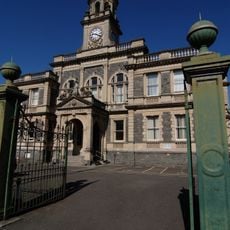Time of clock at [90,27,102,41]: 9:20
